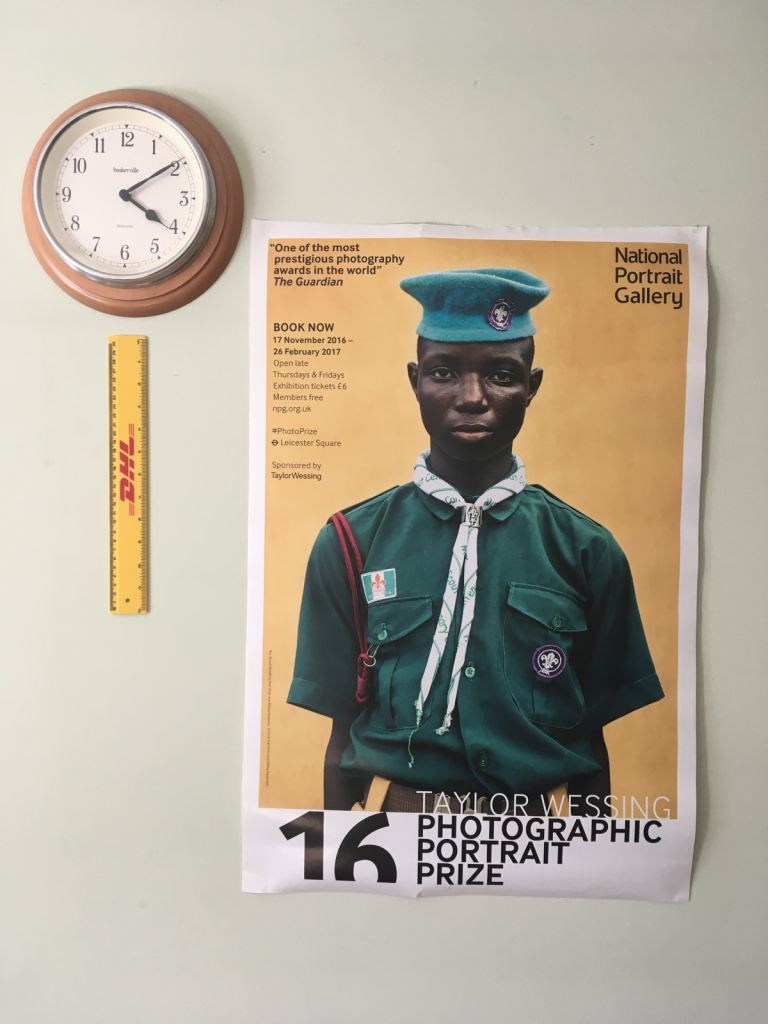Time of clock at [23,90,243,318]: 4:09
